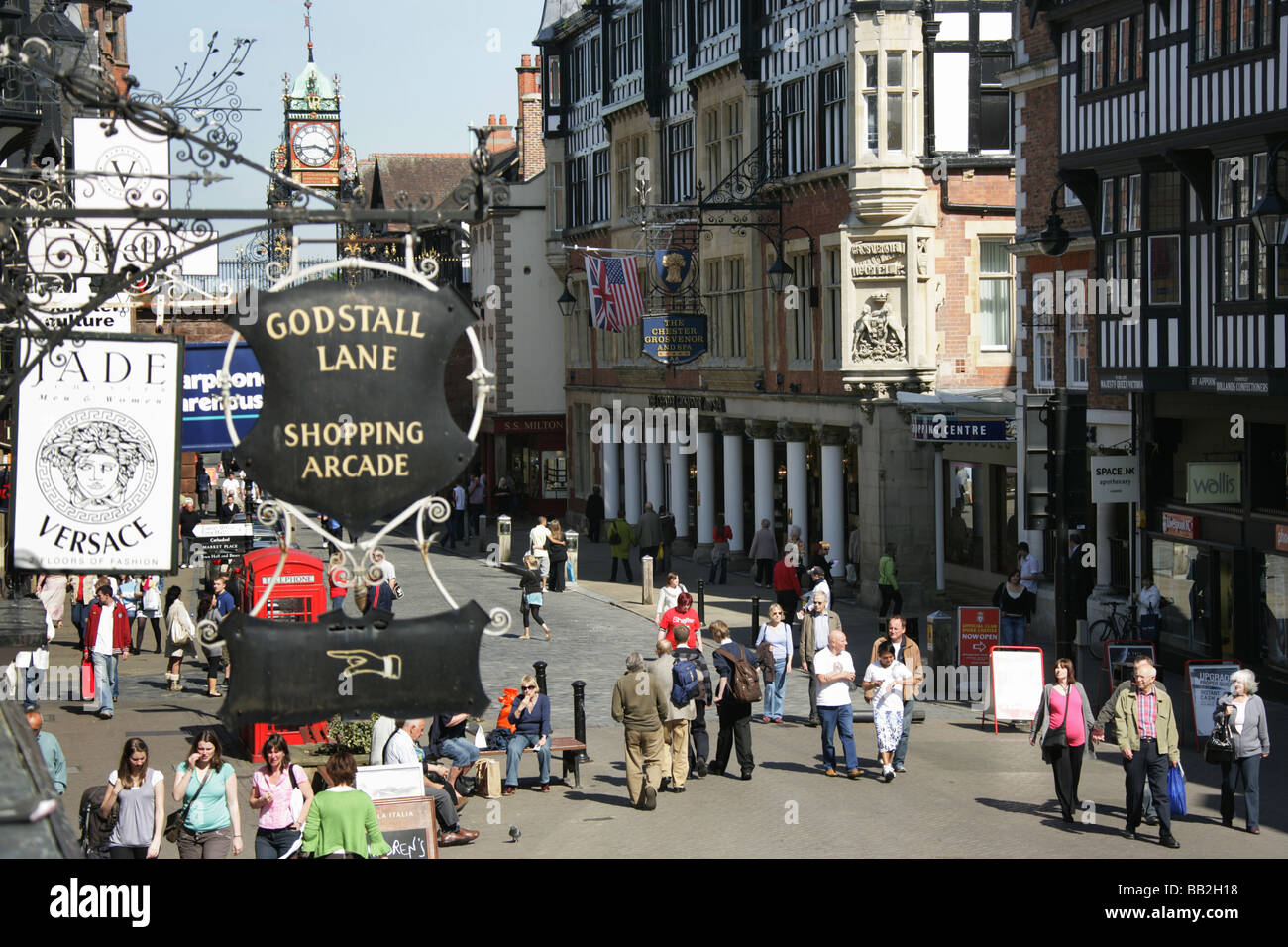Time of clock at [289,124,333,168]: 3:43
